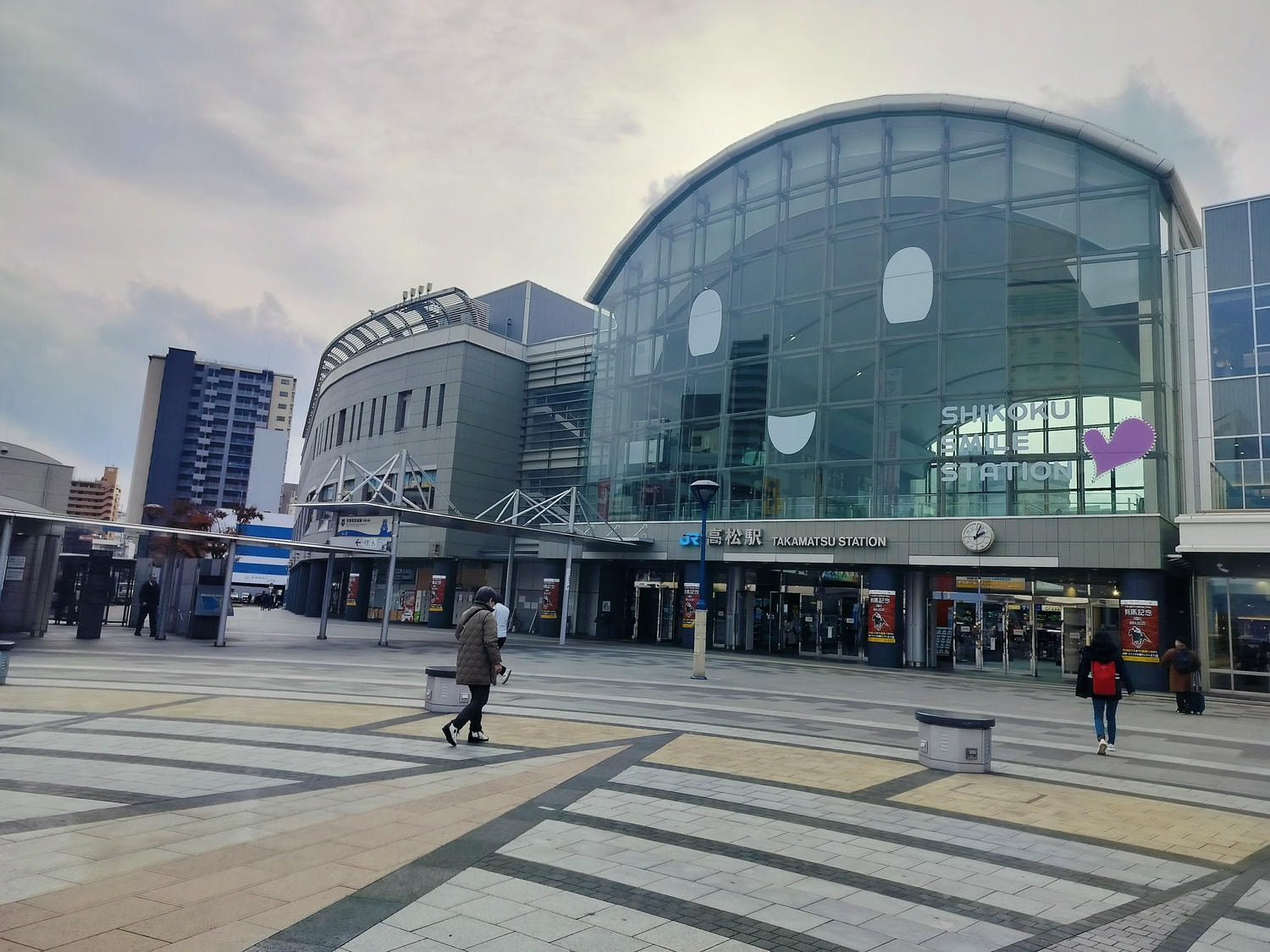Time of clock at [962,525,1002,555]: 2:03
